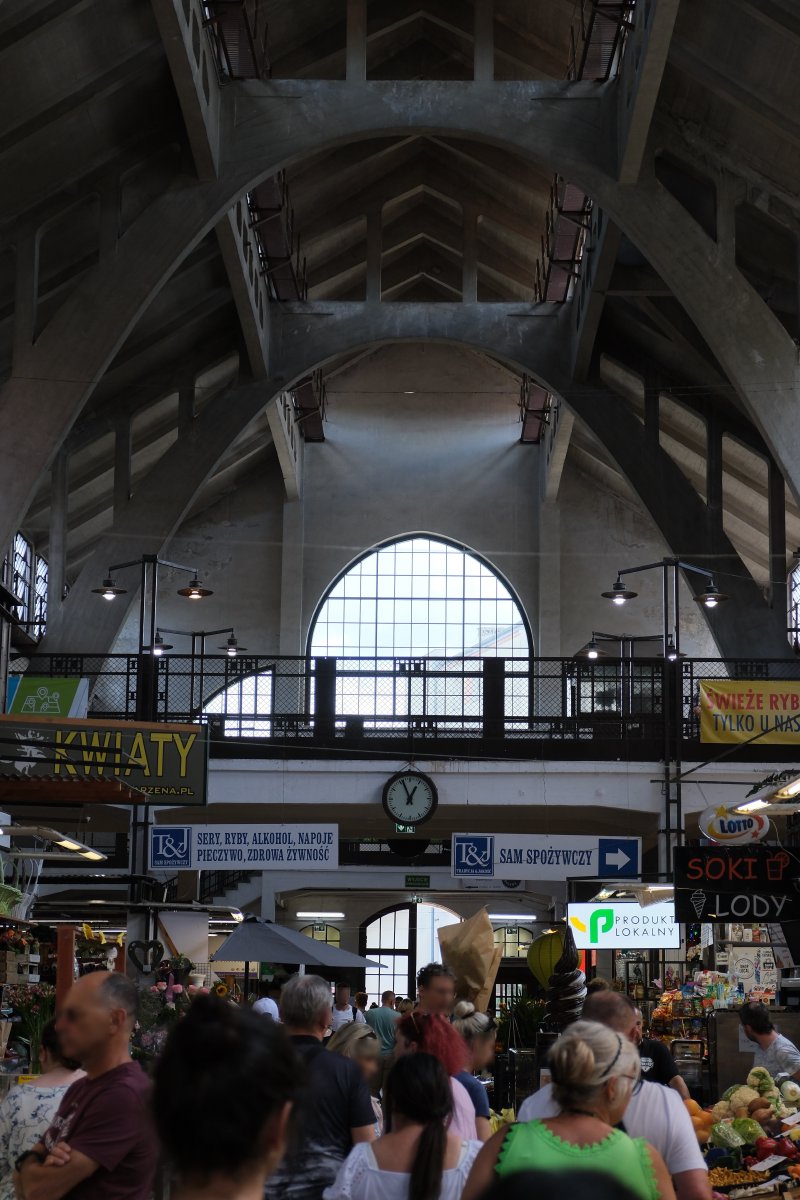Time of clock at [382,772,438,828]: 12:56
